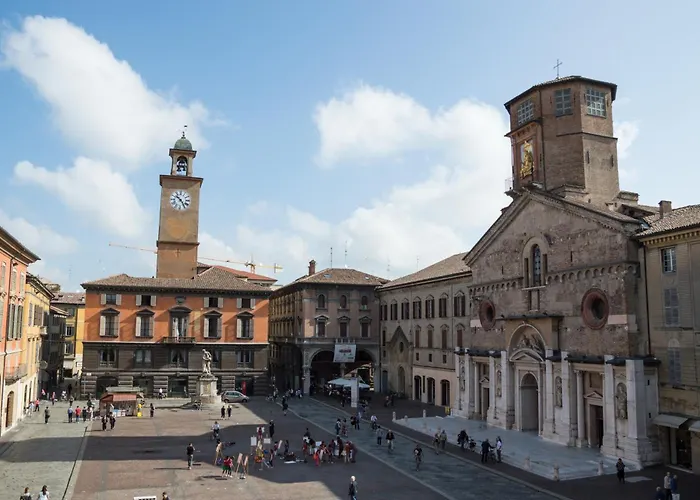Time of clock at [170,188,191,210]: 10:24
